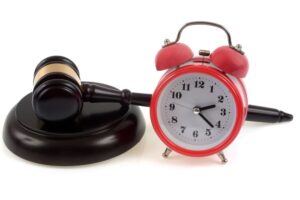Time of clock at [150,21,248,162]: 2:21
